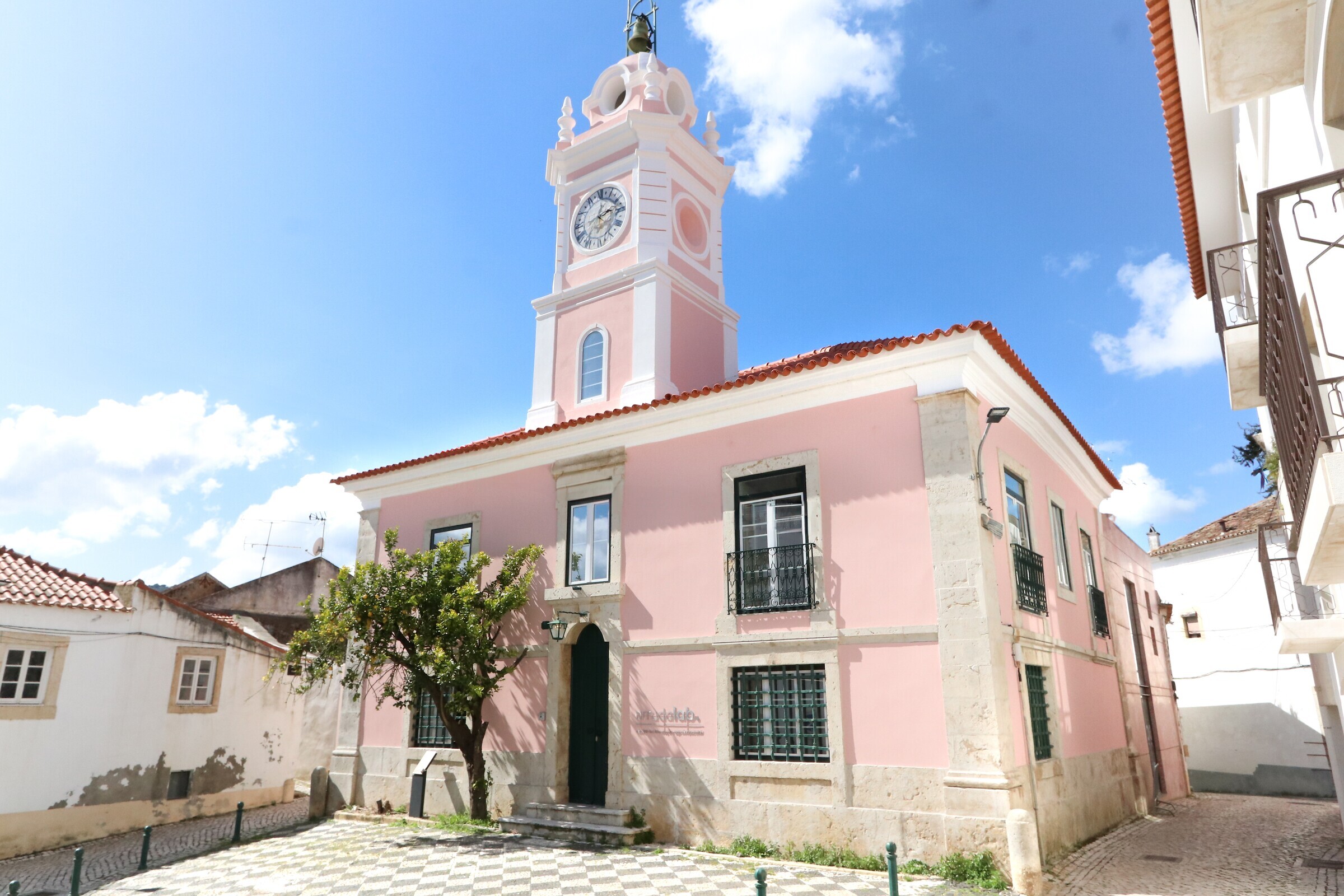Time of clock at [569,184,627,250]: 2:02
